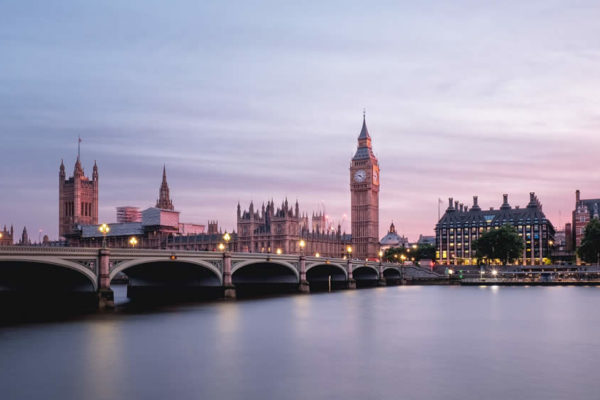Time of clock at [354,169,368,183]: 9:22
